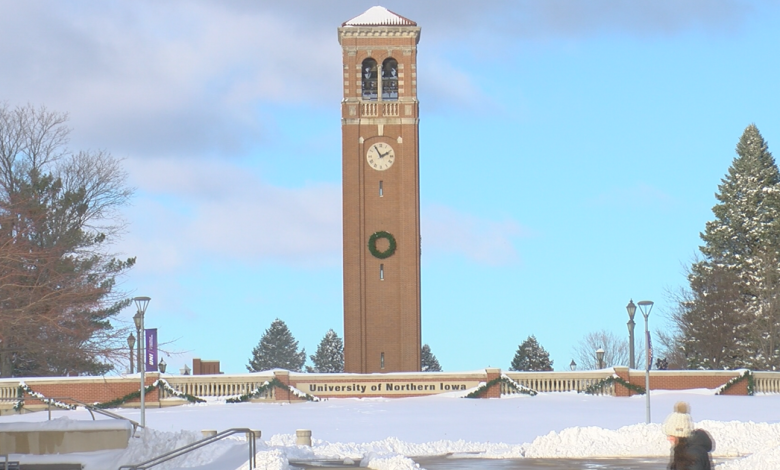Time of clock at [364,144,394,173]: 1:55
